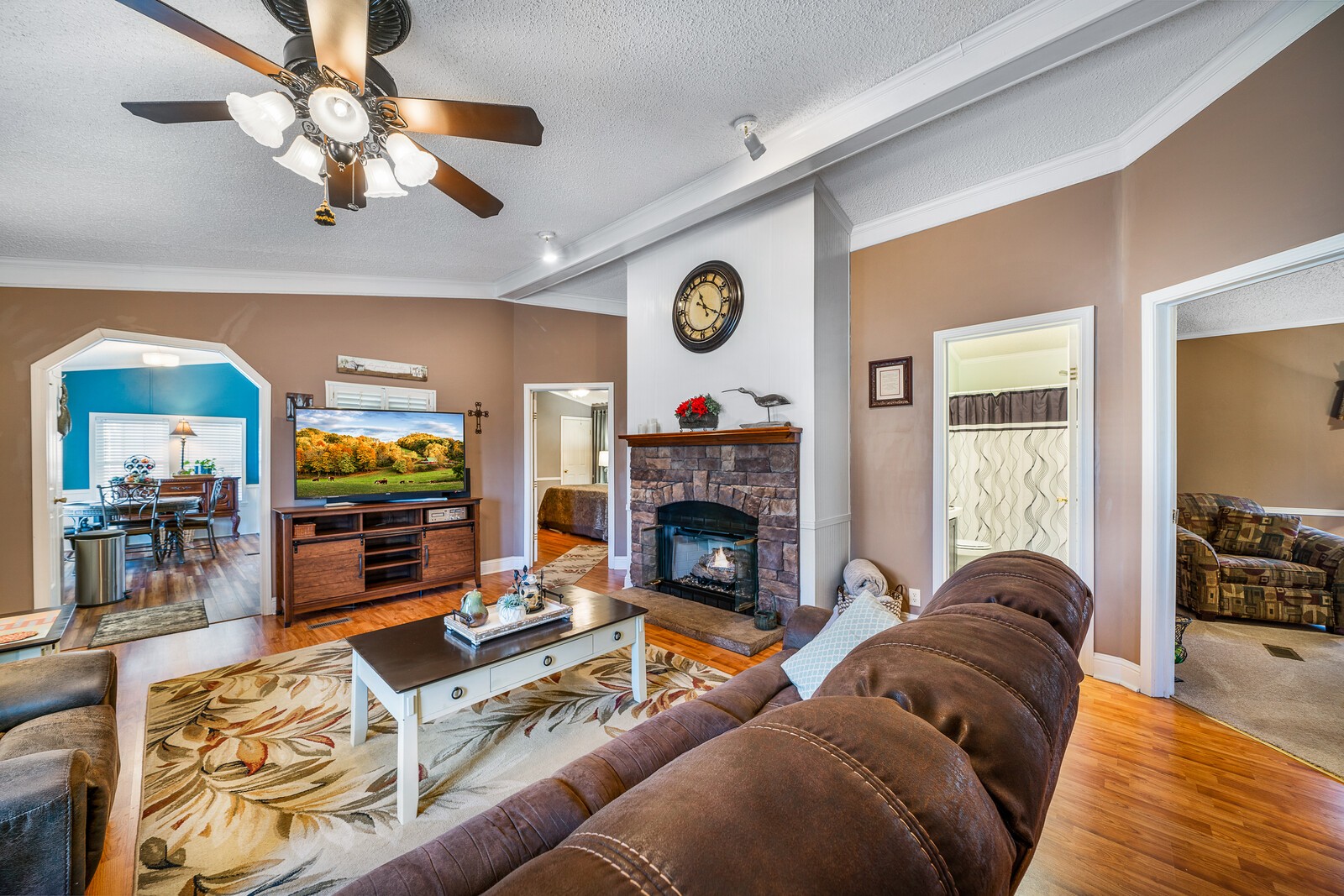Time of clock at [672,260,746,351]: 11:19
